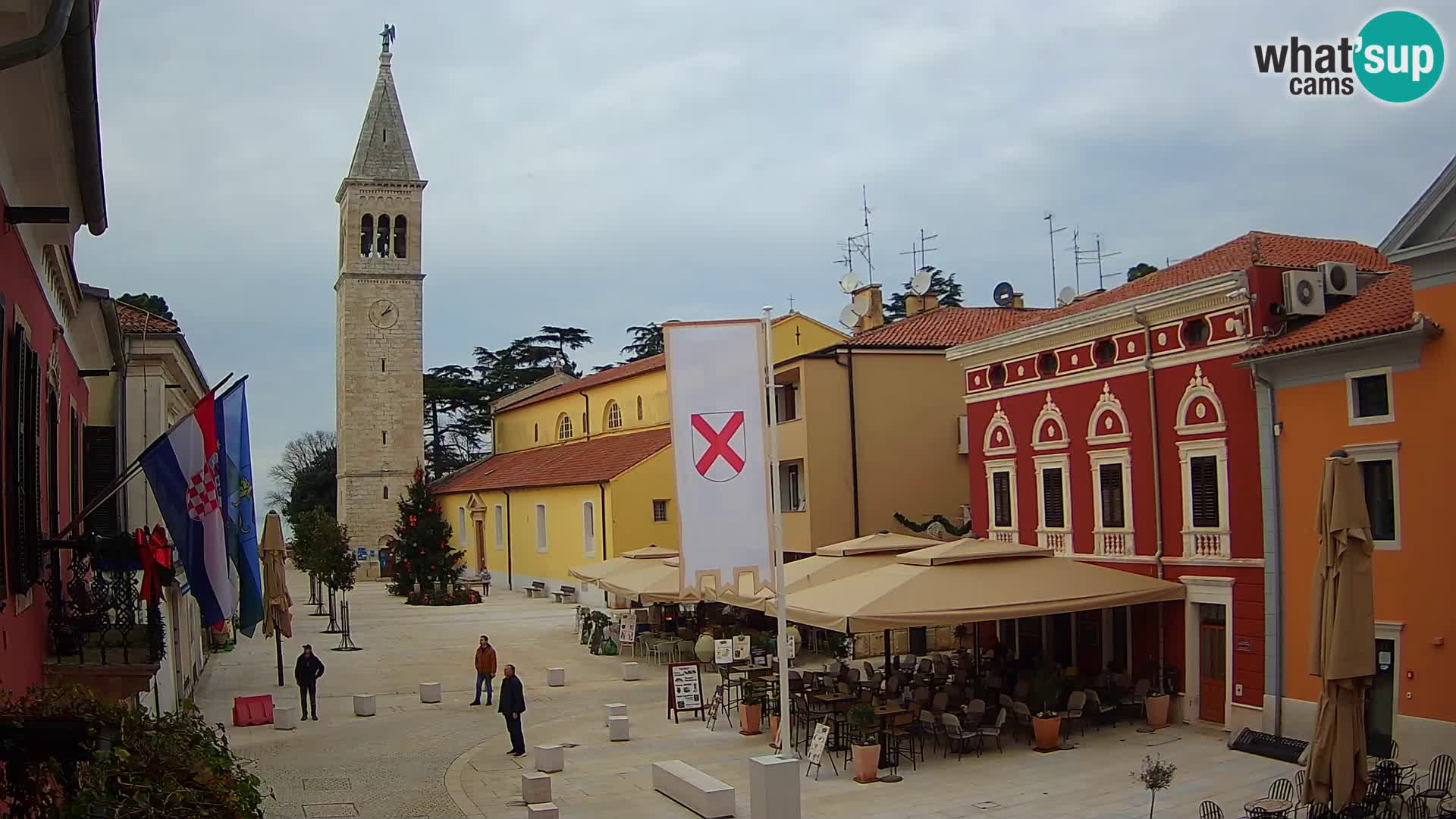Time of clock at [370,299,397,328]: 2:06
